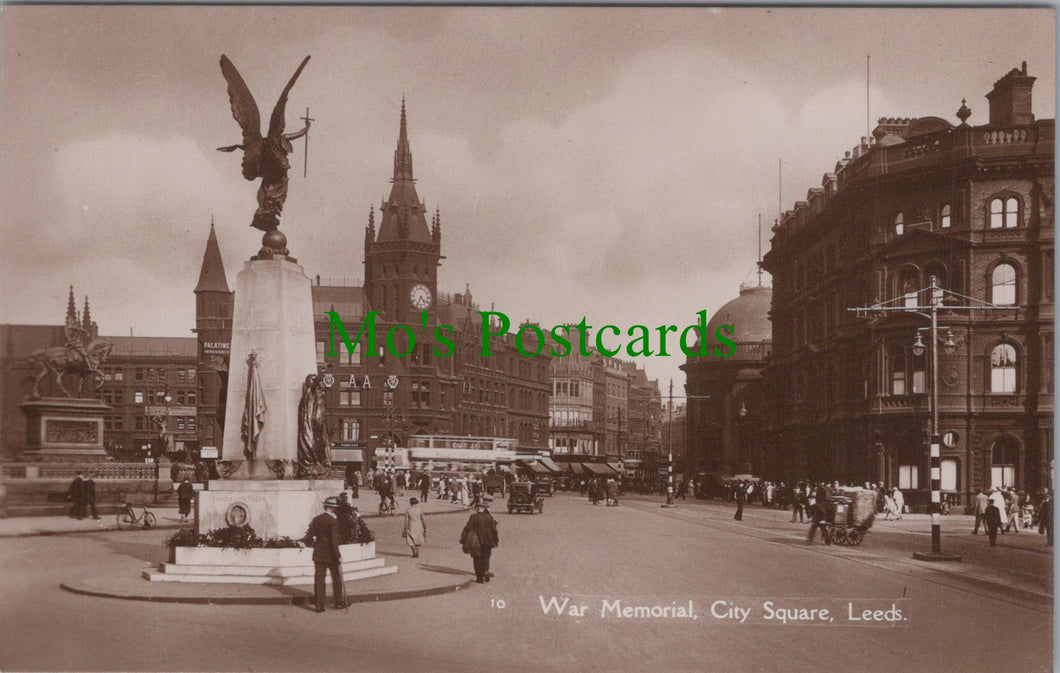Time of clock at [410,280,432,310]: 4:34
